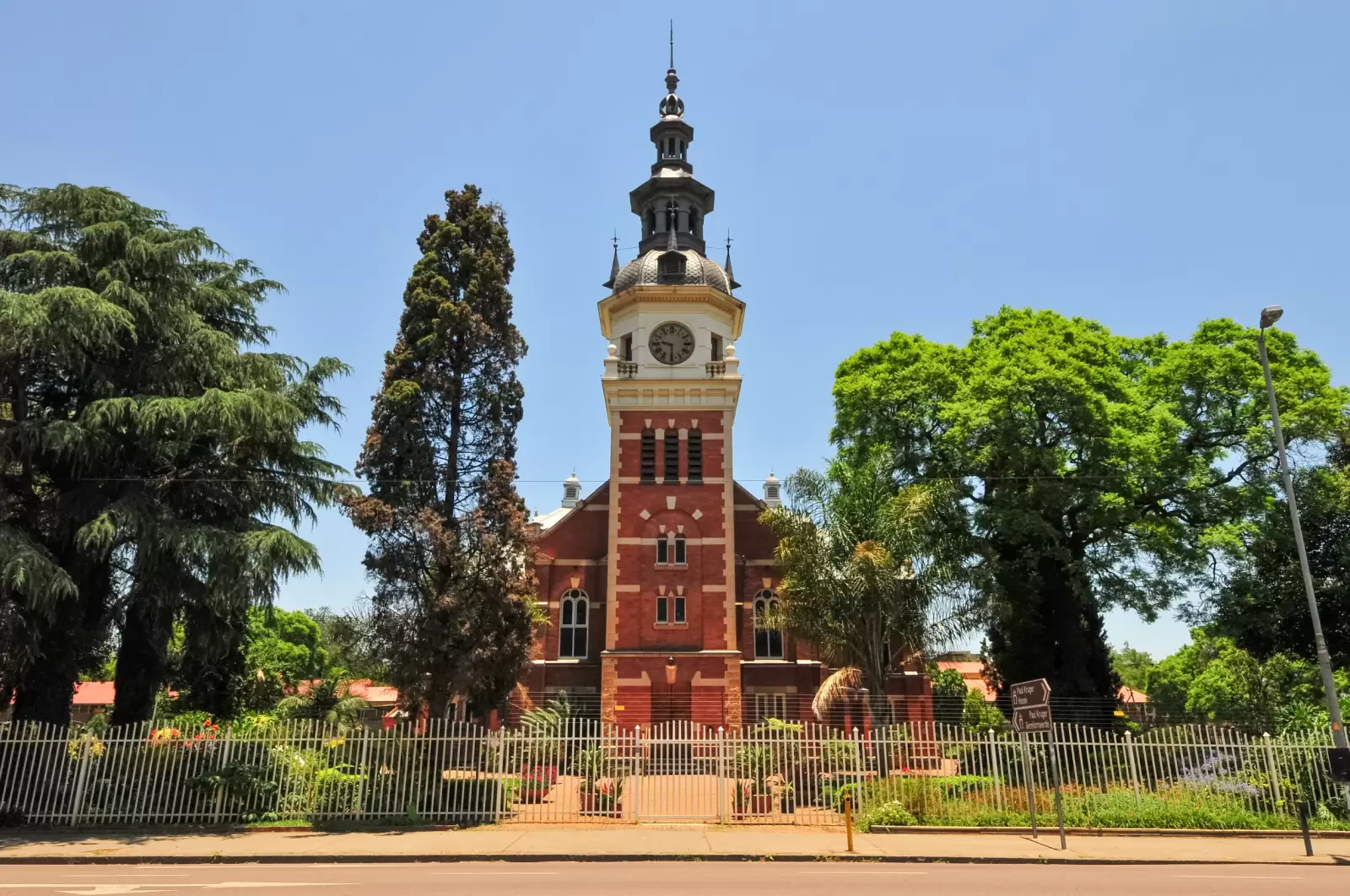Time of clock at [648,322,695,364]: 9:29
